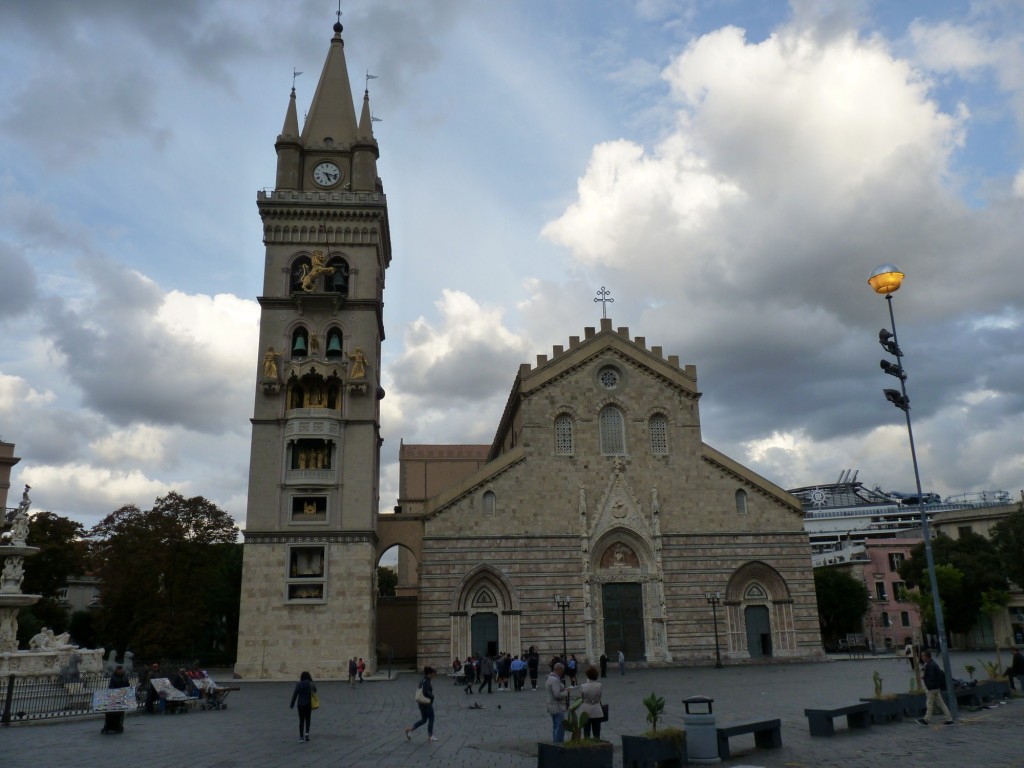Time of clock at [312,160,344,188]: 5:17
